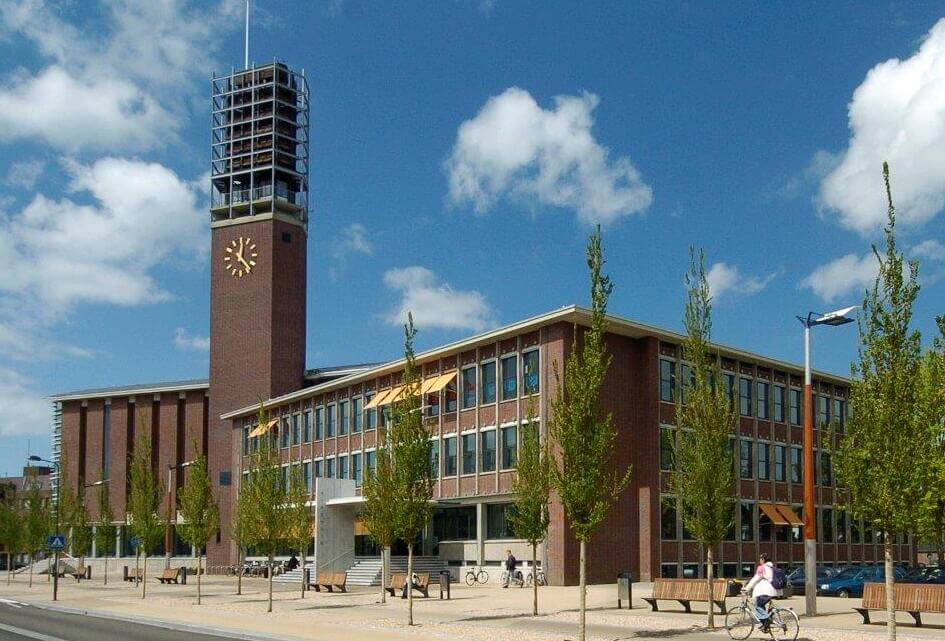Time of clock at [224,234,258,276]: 12:23
